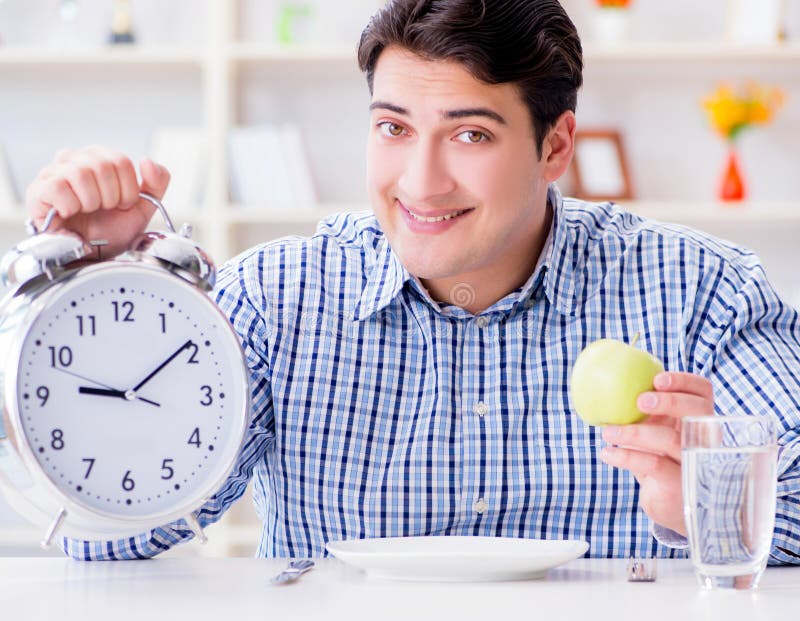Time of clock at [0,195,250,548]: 9:09
